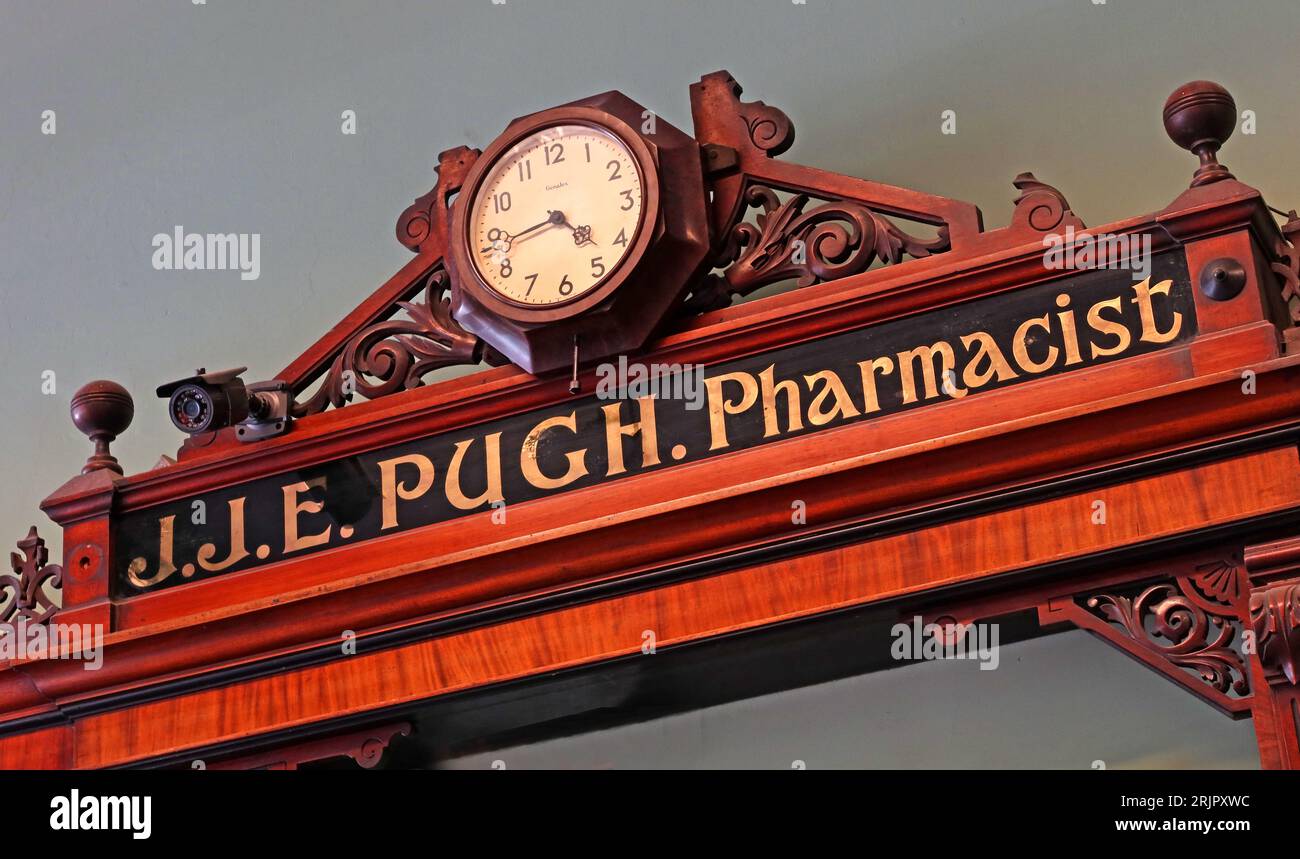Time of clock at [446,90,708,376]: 4:43
